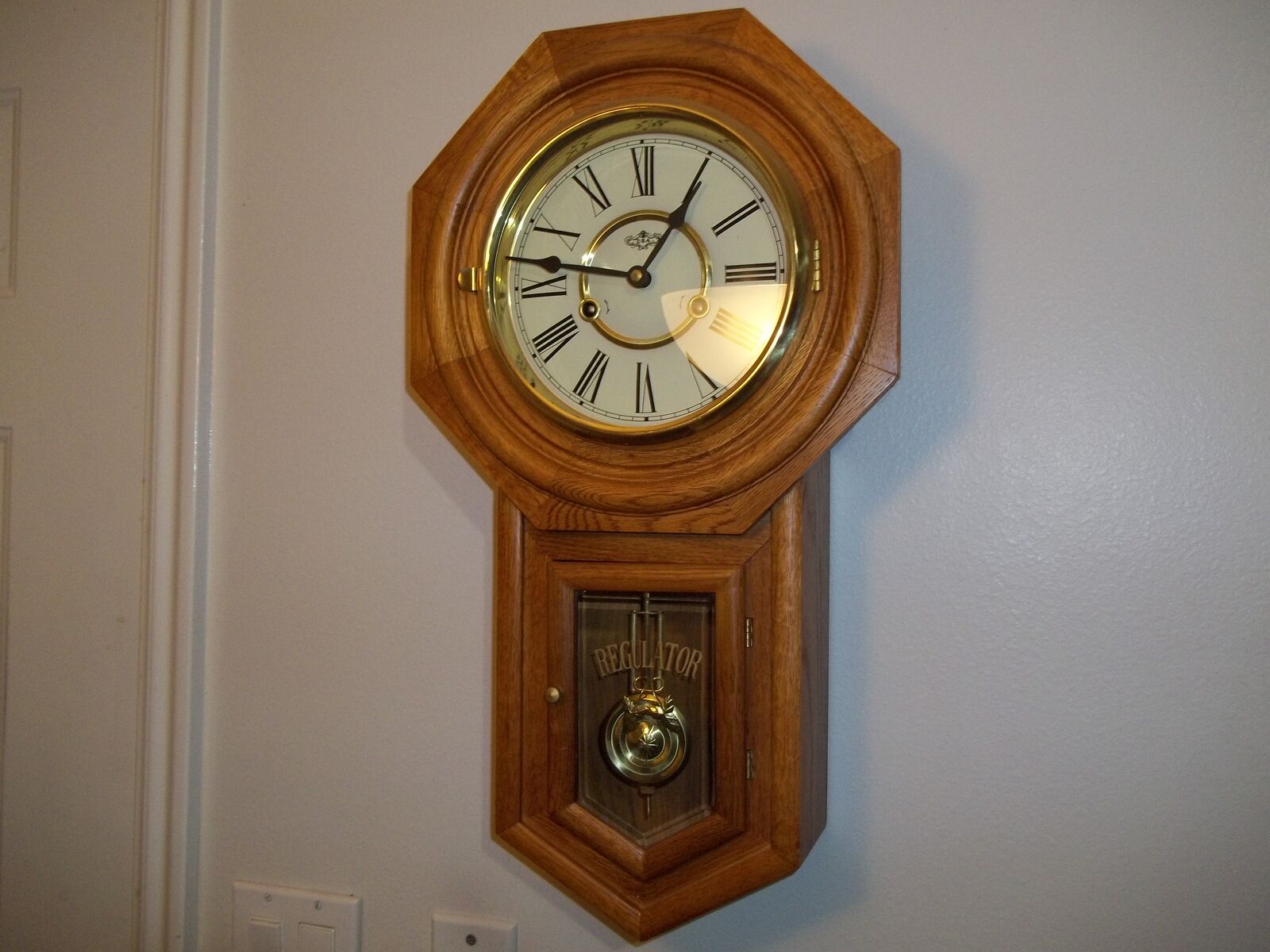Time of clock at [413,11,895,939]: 12:46
